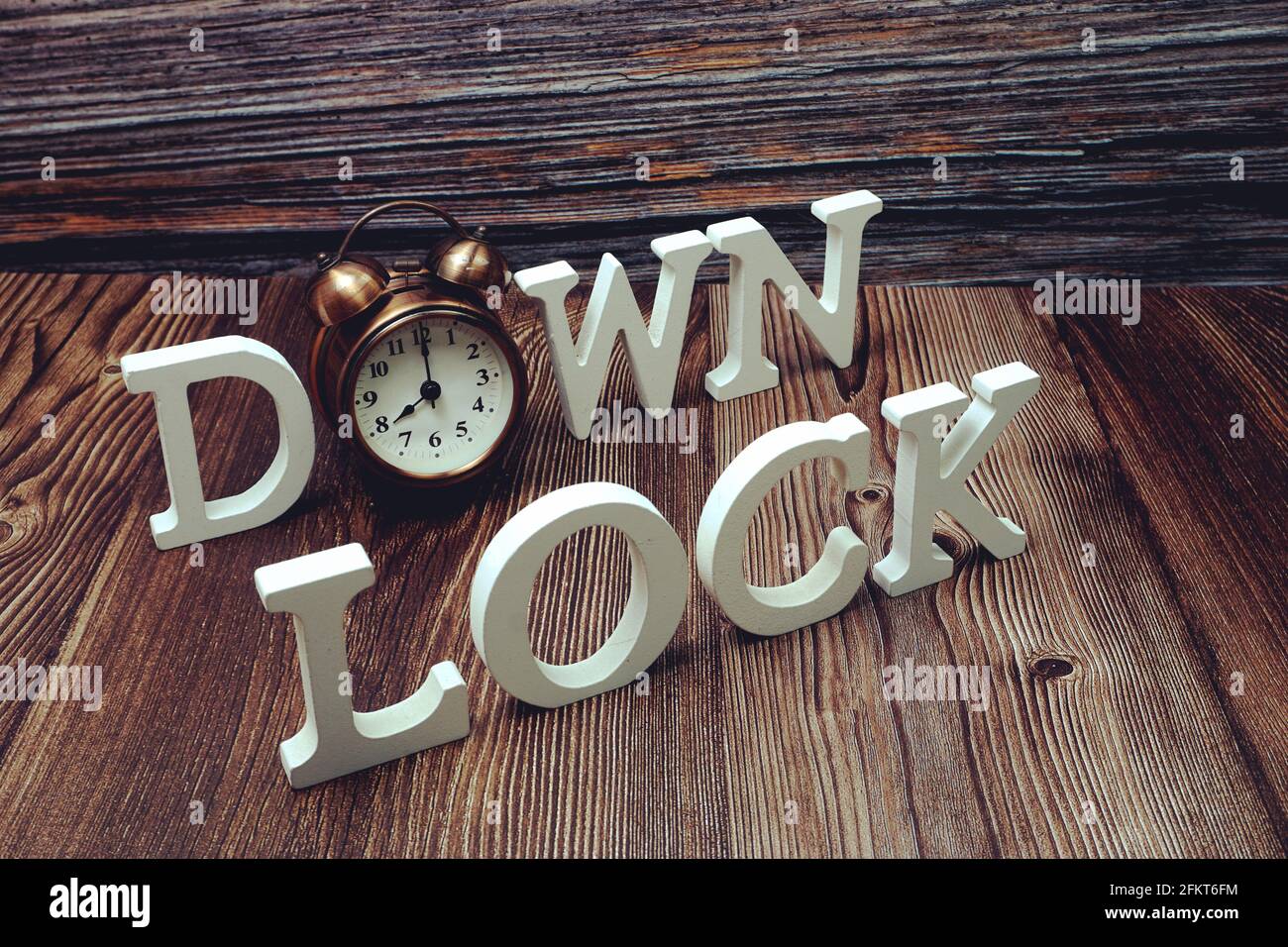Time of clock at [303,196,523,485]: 8:00
